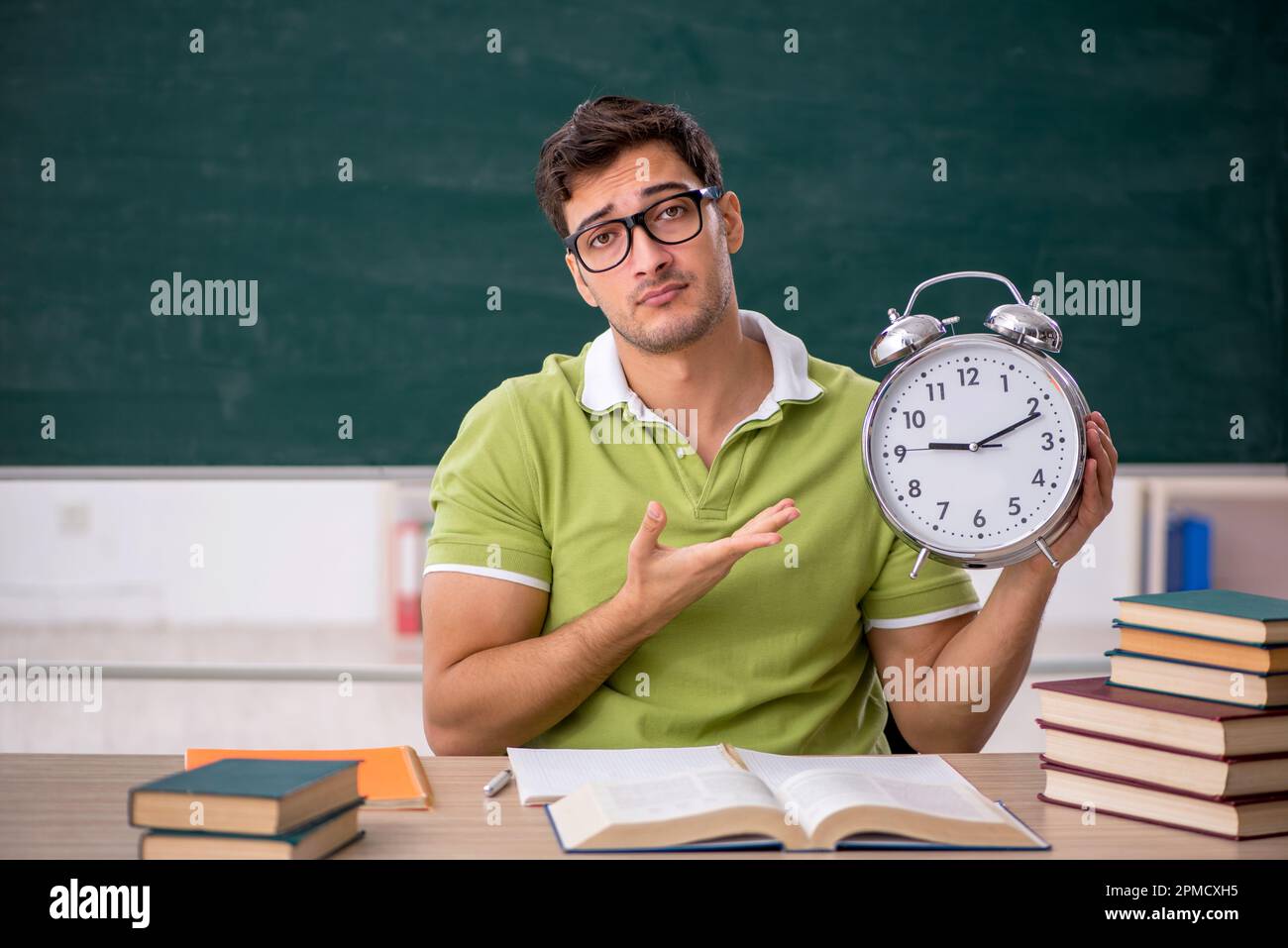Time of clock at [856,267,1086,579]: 9:11
